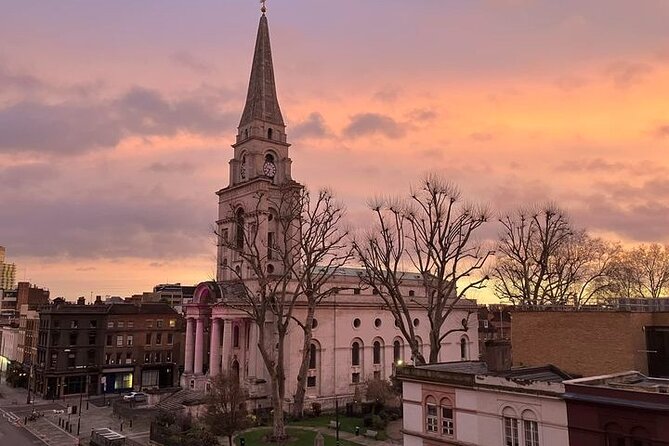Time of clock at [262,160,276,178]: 6:47
